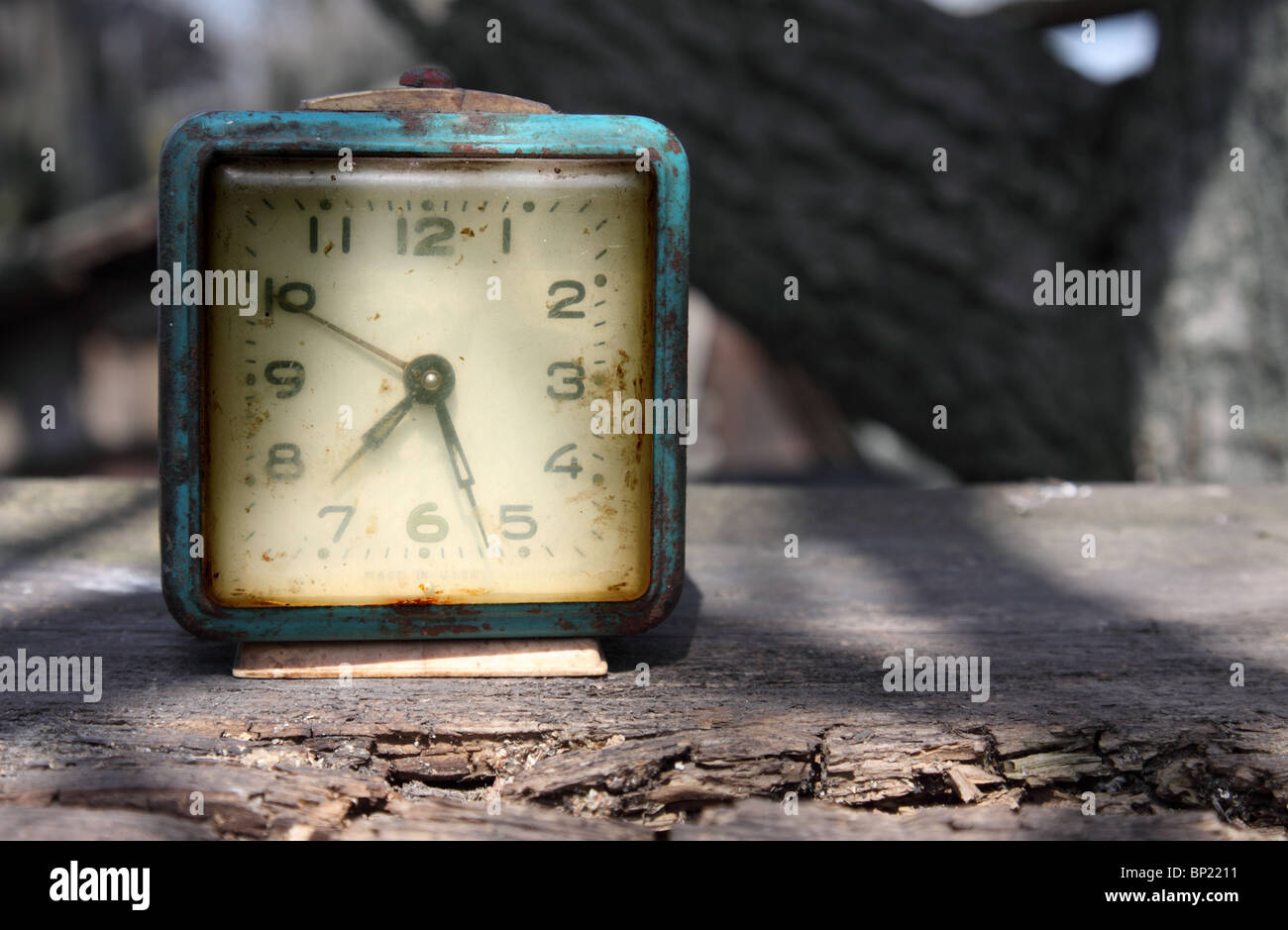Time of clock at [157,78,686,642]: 7:26
